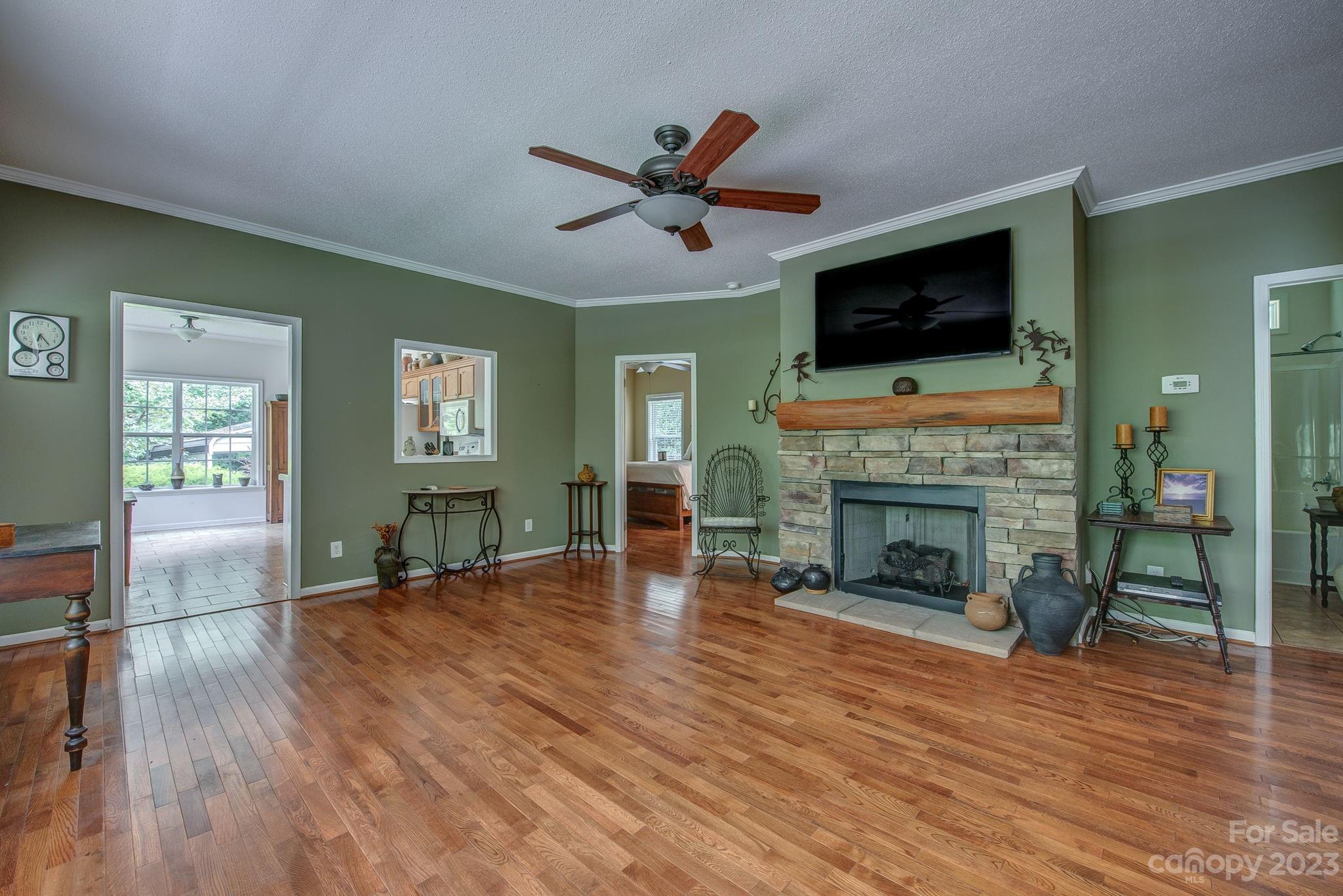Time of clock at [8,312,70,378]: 6:23
